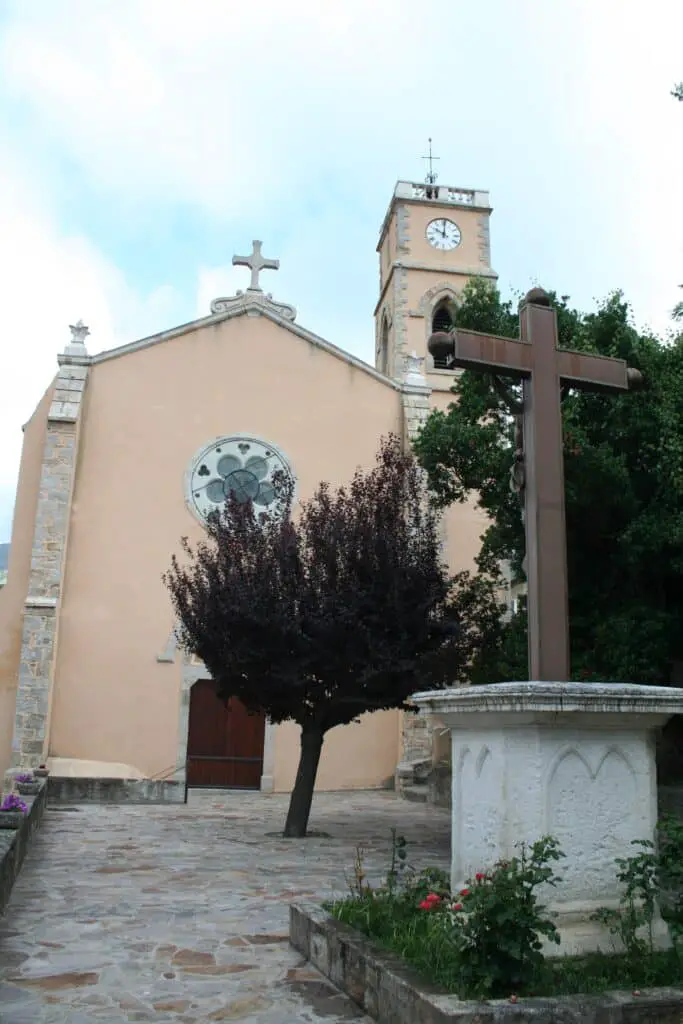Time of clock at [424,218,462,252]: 10:00
